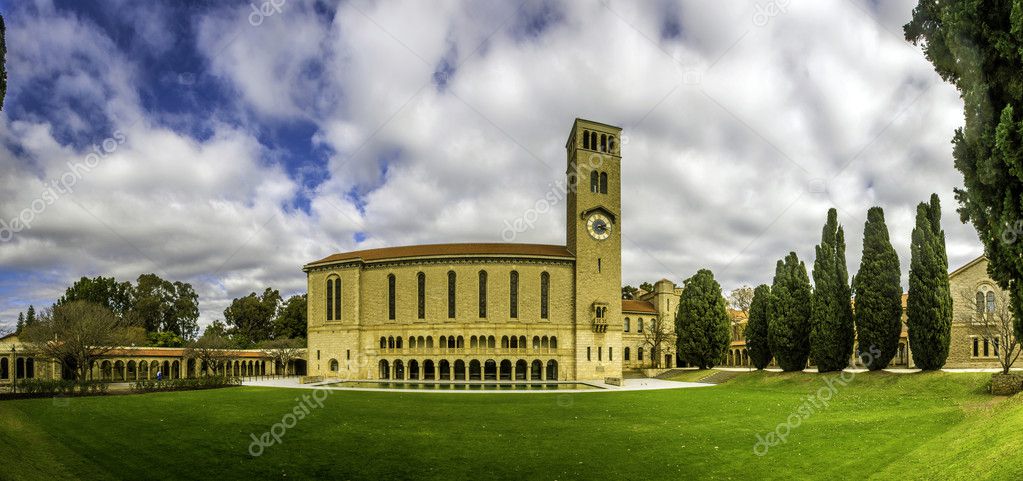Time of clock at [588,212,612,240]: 2:17
